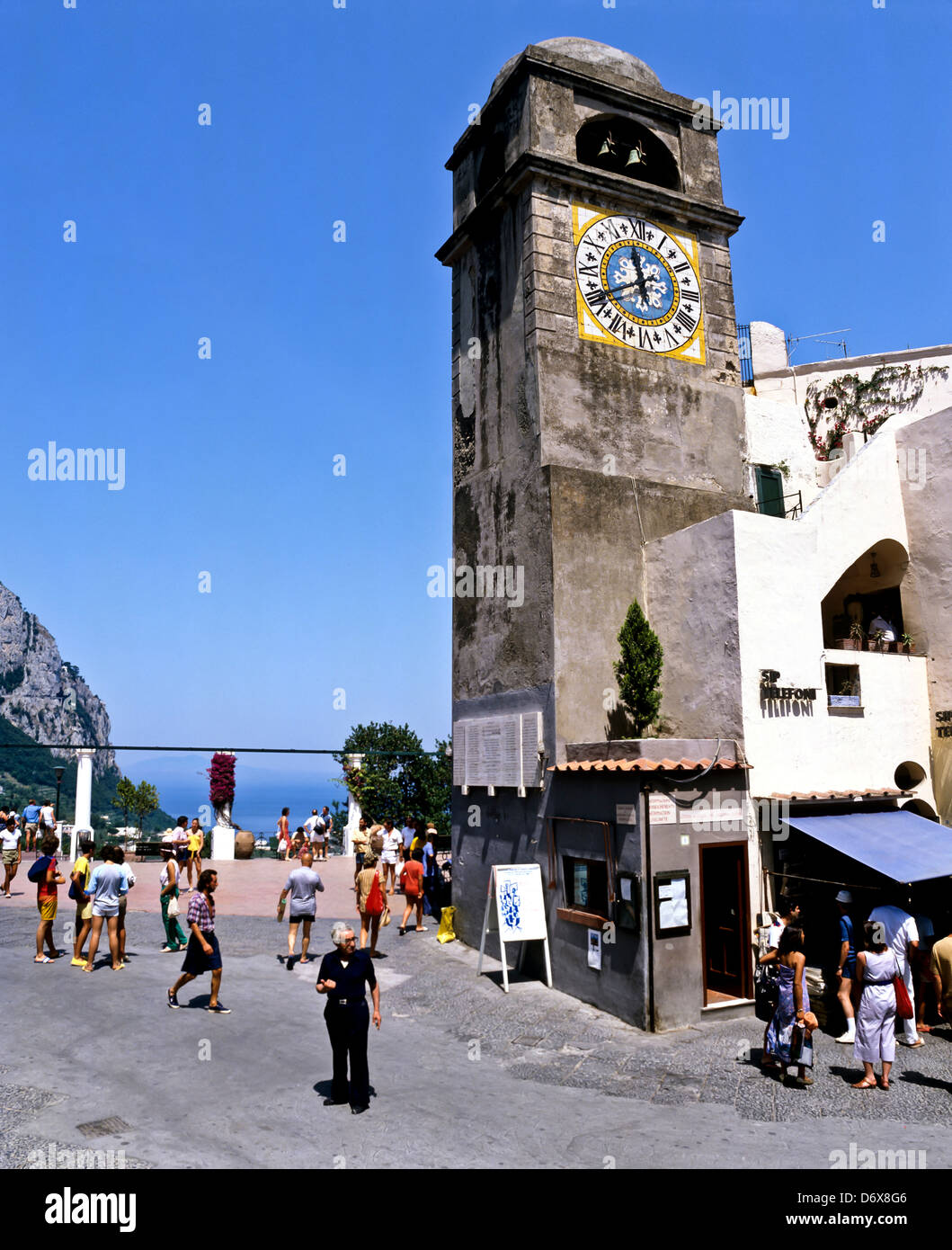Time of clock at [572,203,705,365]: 11:39
